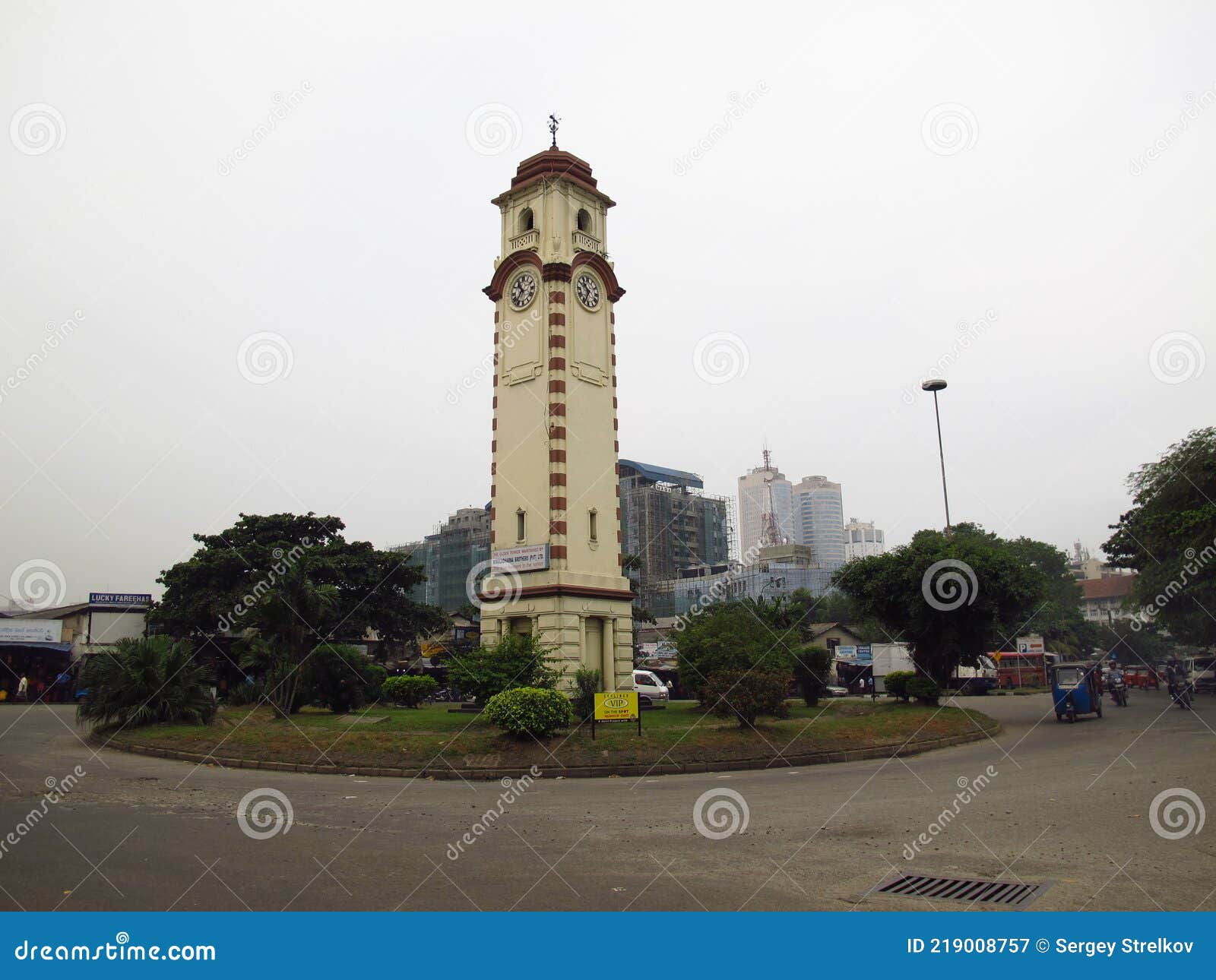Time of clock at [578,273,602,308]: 10:34
